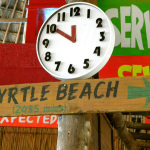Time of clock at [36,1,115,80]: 11:50
